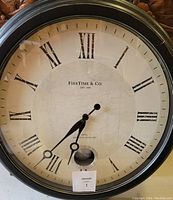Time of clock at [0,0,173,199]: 6:36
